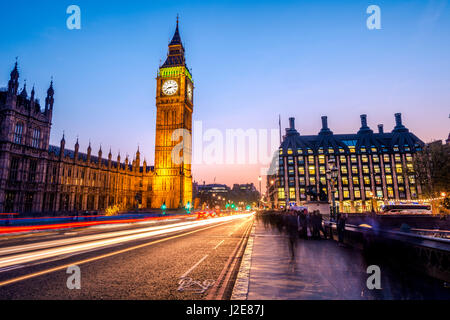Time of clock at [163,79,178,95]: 8:14
